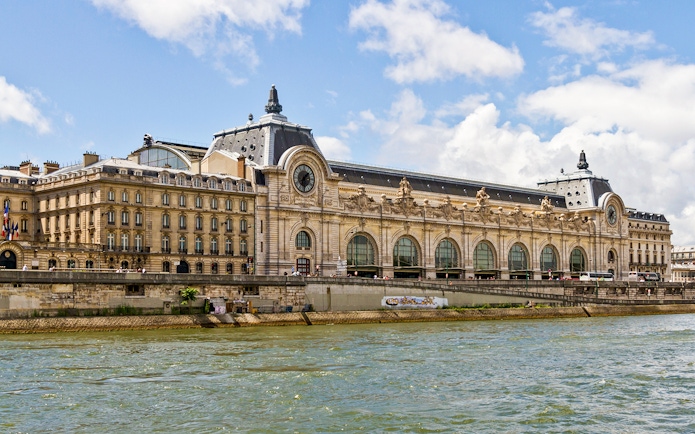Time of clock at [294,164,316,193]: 1:30
